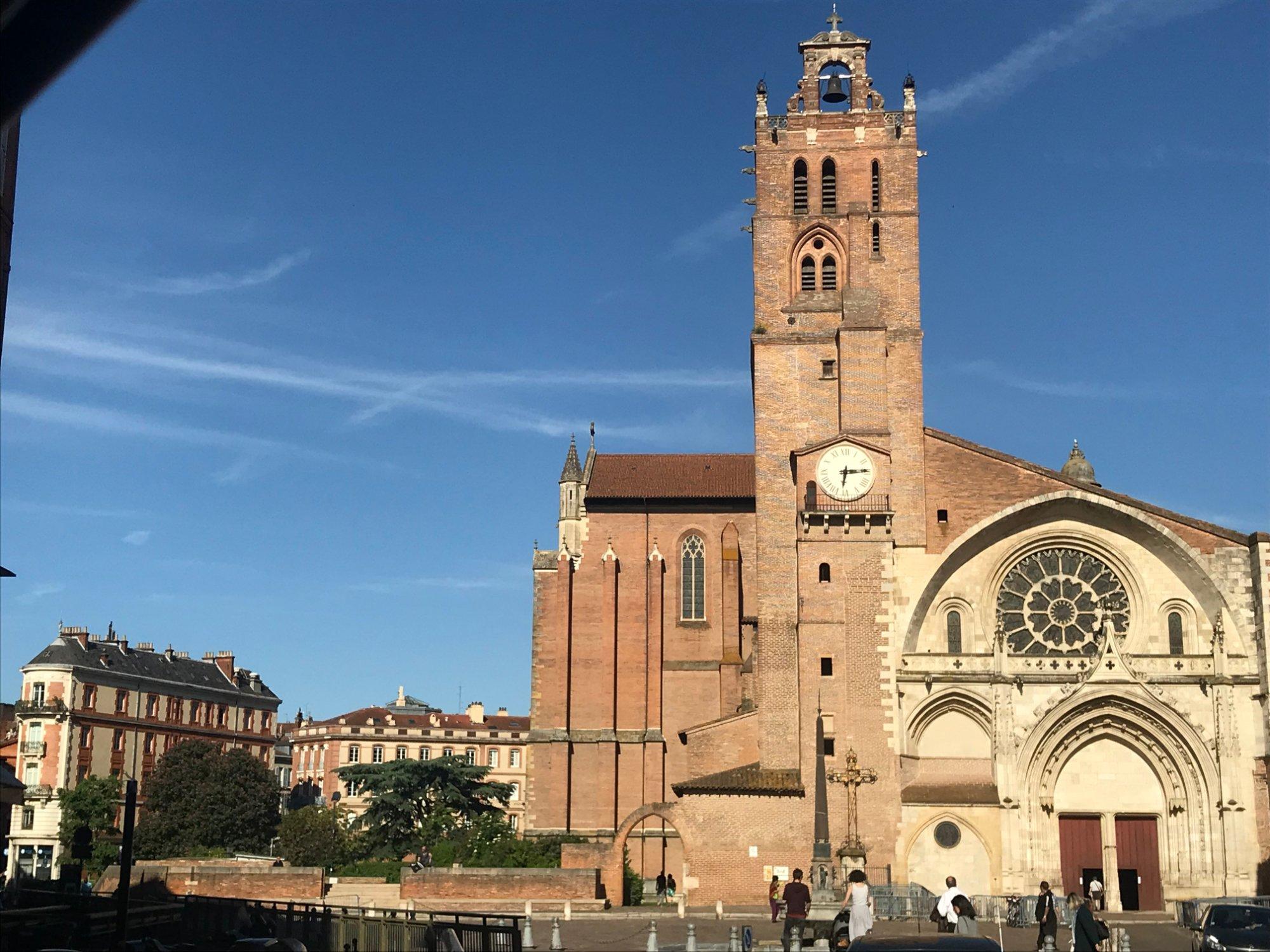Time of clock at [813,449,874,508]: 6:14
